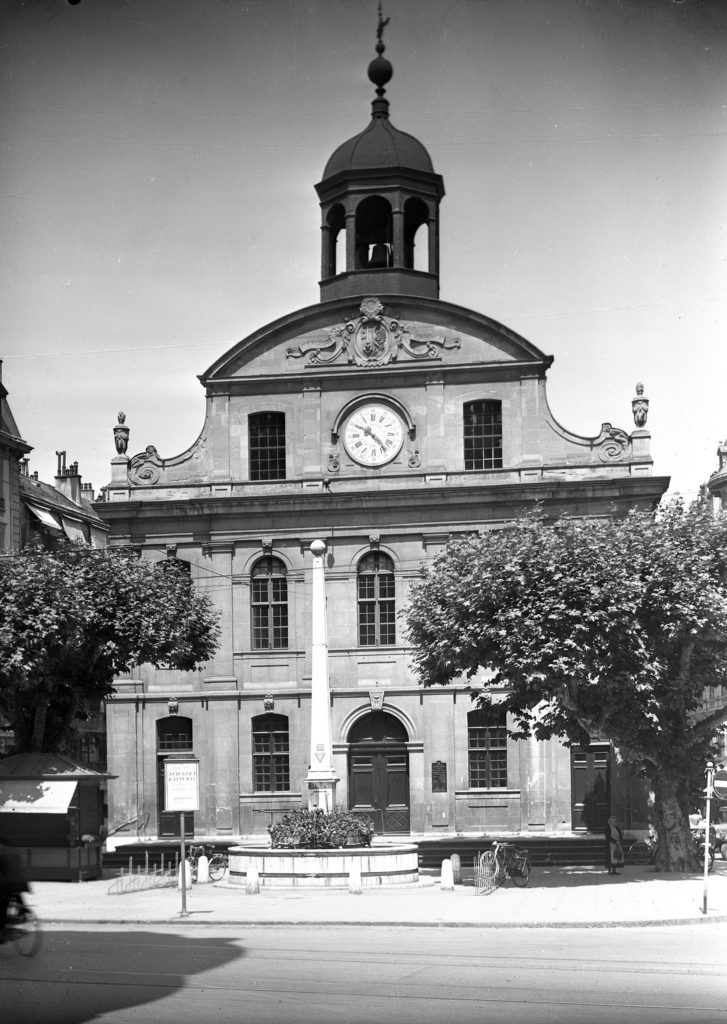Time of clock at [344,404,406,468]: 10:23
